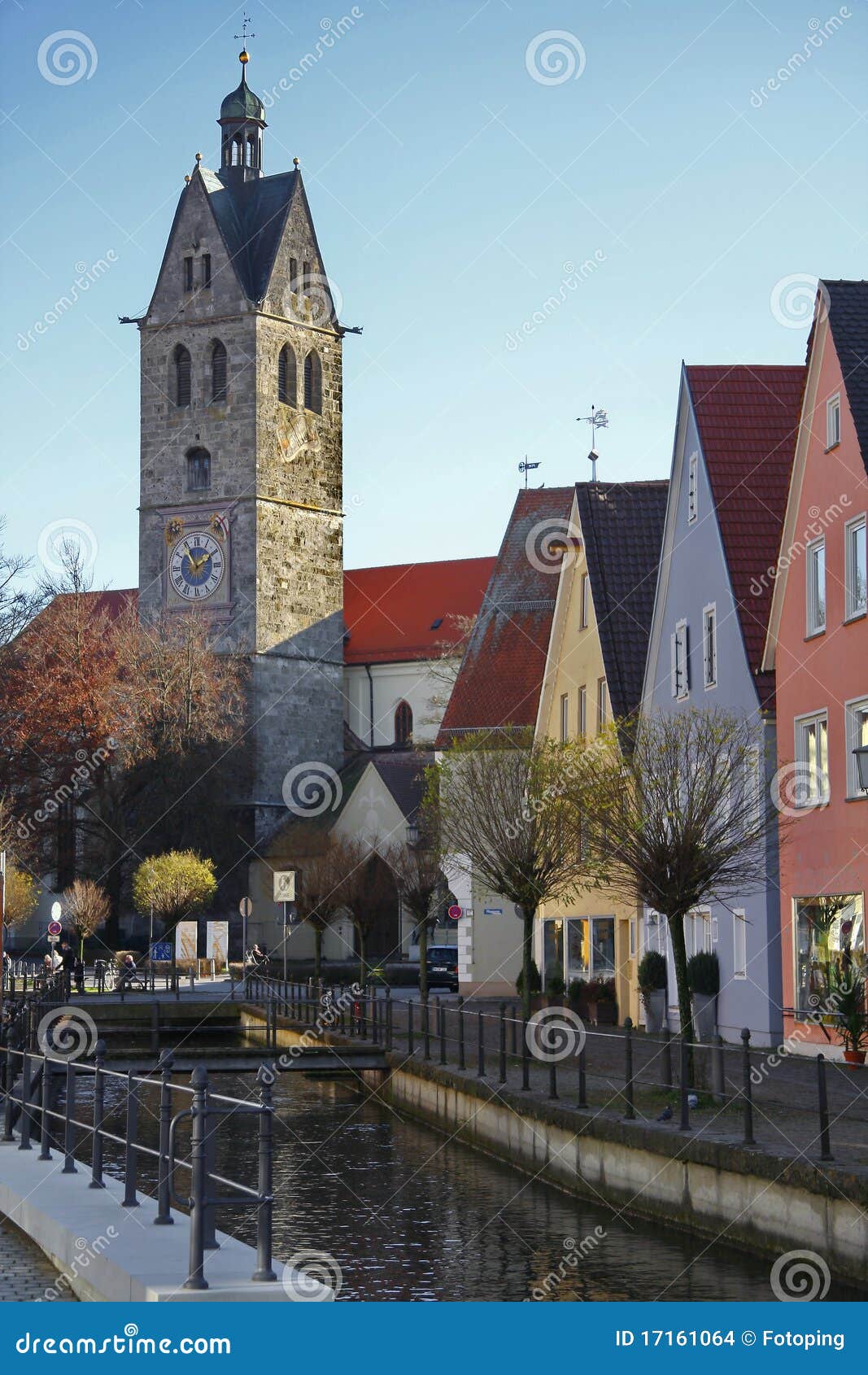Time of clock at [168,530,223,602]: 1:54
